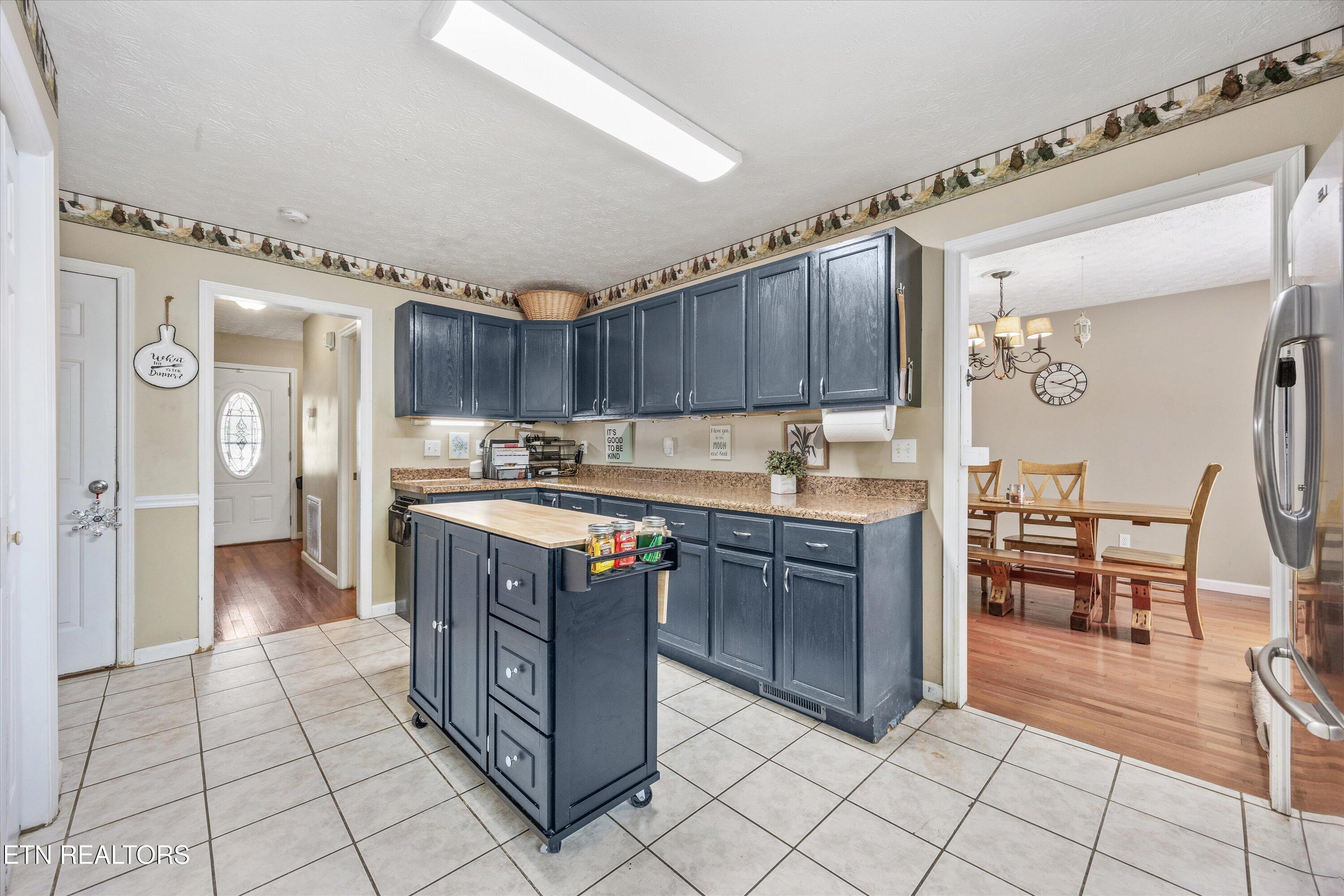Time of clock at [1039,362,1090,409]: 2:19
